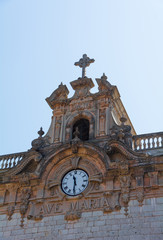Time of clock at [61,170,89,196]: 11:30
